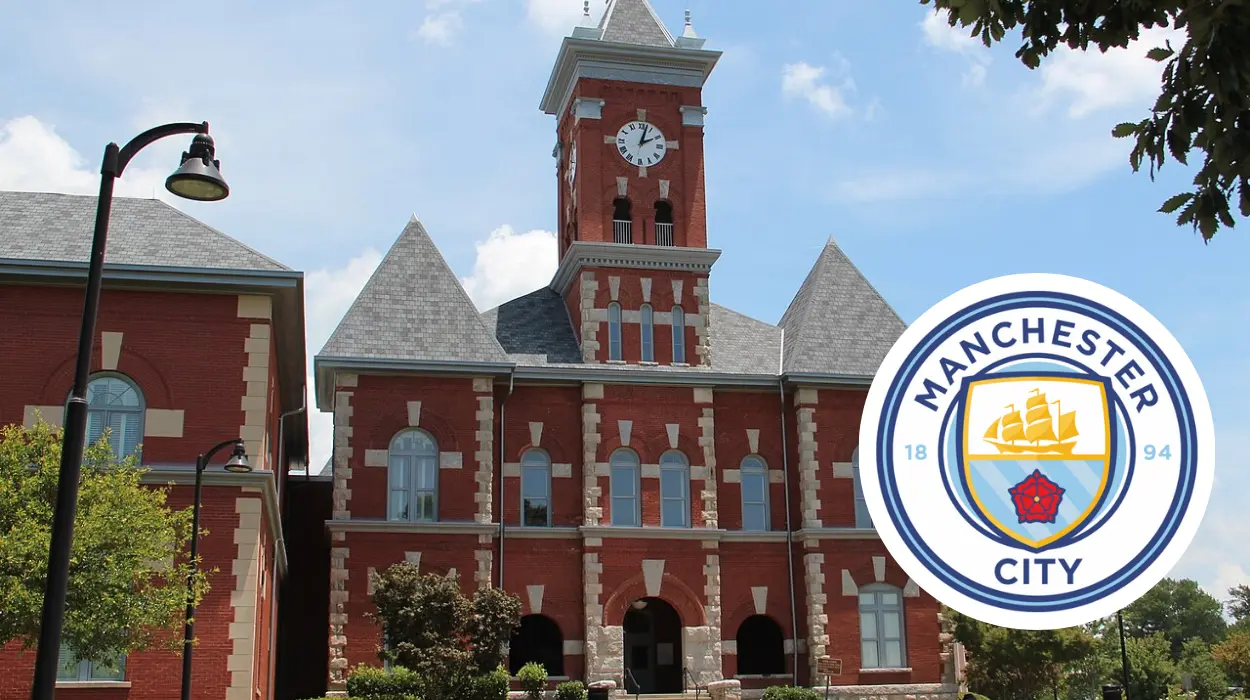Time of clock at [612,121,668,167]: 2:02
